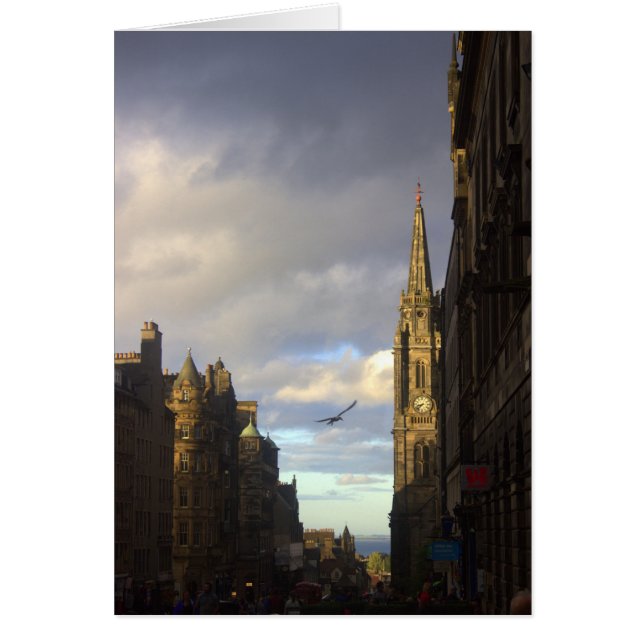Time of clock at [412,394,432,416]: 8:38
